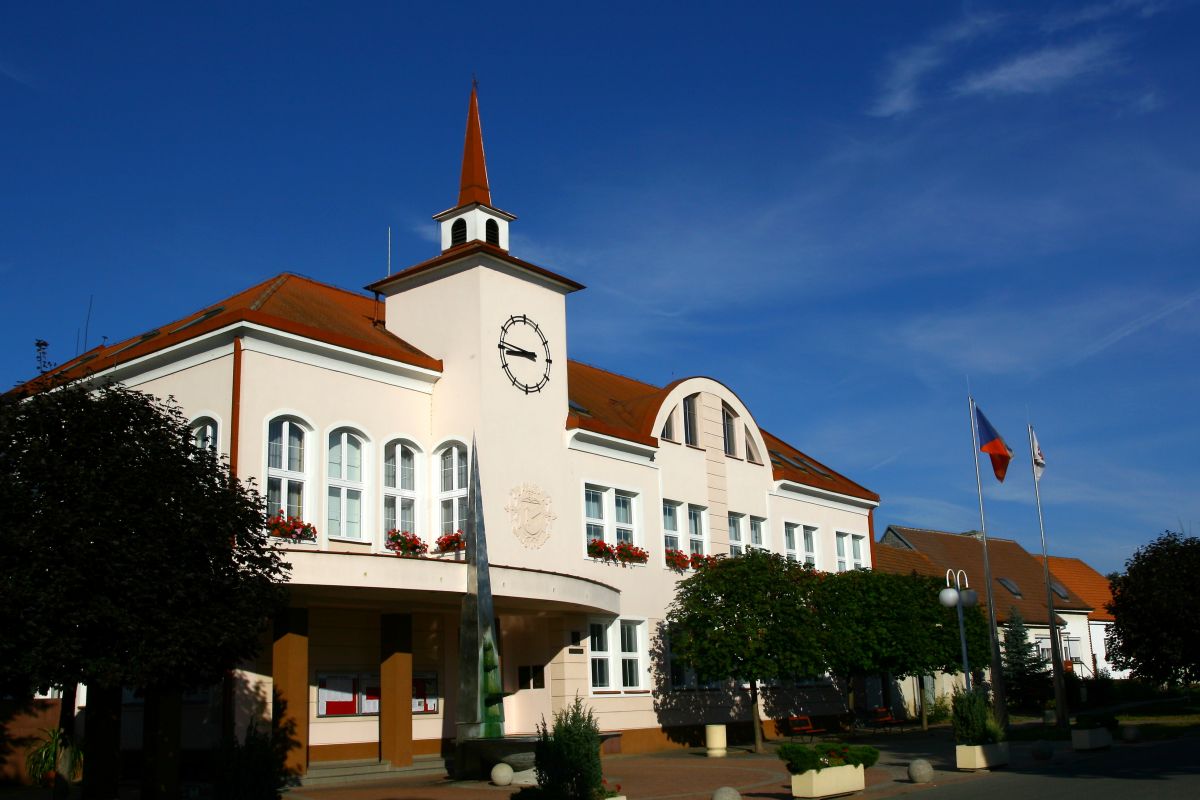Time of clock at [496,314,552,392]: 8:46
